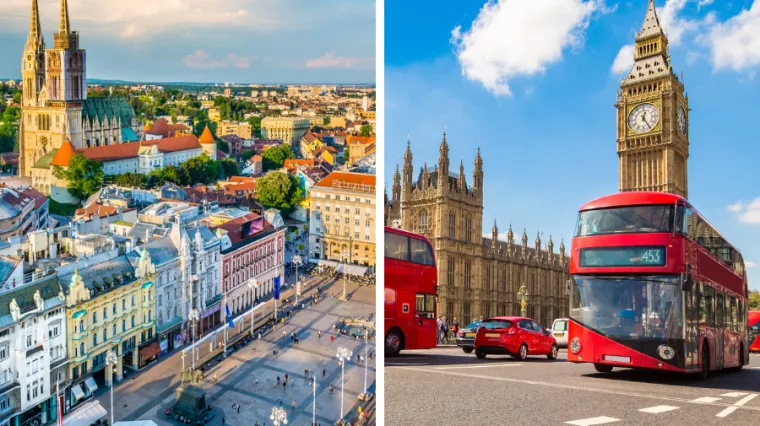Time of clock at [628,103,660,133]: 12:24
